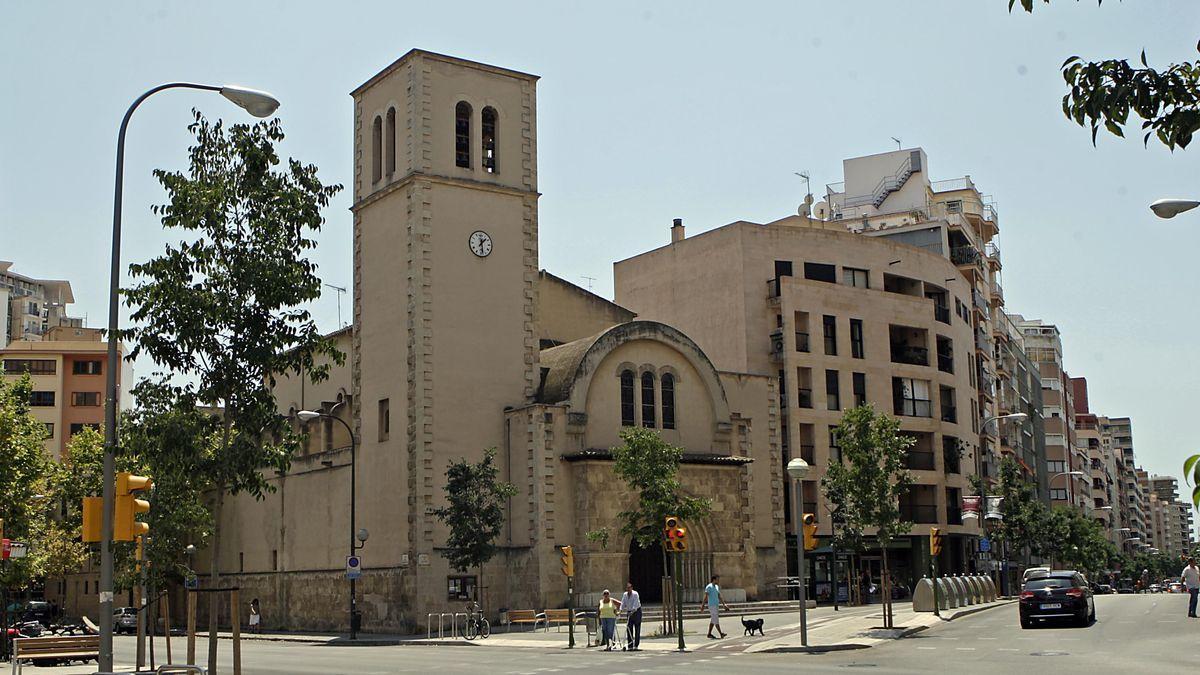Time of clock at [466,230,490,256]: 1:28
